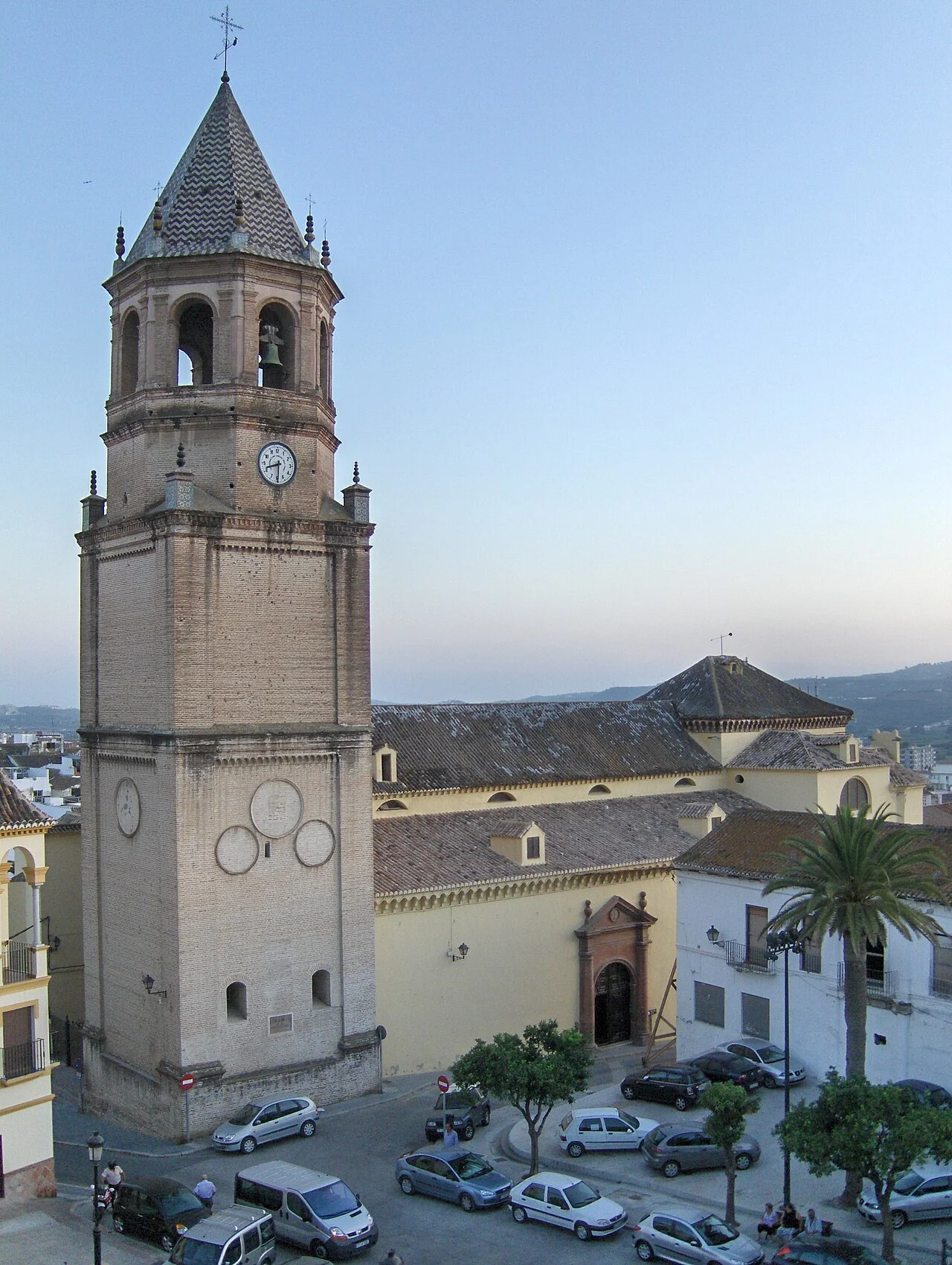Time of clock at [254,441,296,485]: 8:29
